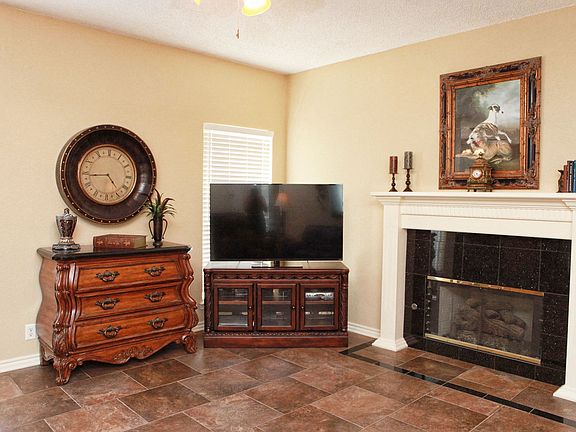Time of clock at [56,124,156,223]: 4:44
